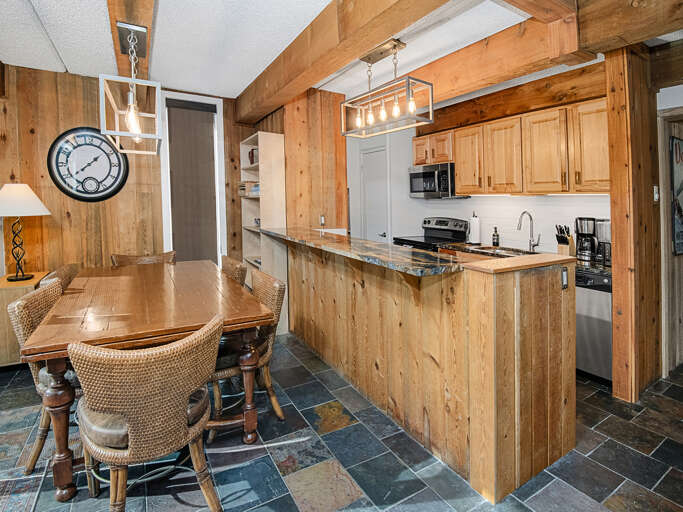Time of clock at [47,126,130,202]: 1:38
